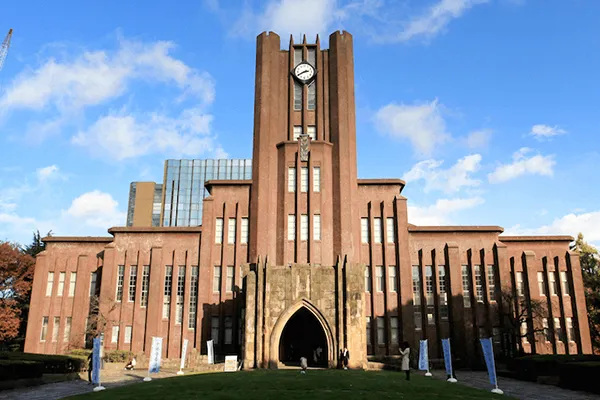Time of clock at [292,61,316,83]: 2:40
